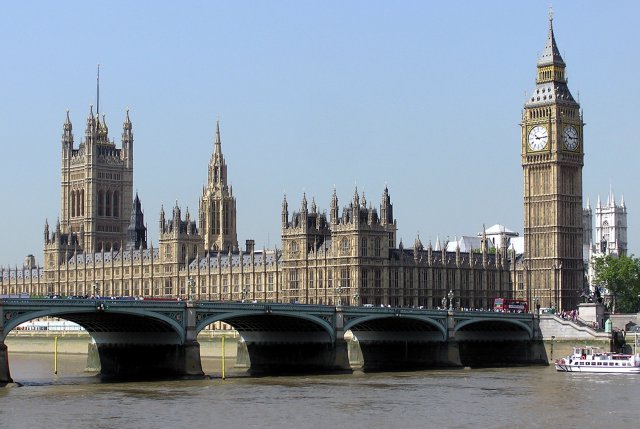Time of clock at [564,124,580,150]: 10:14
